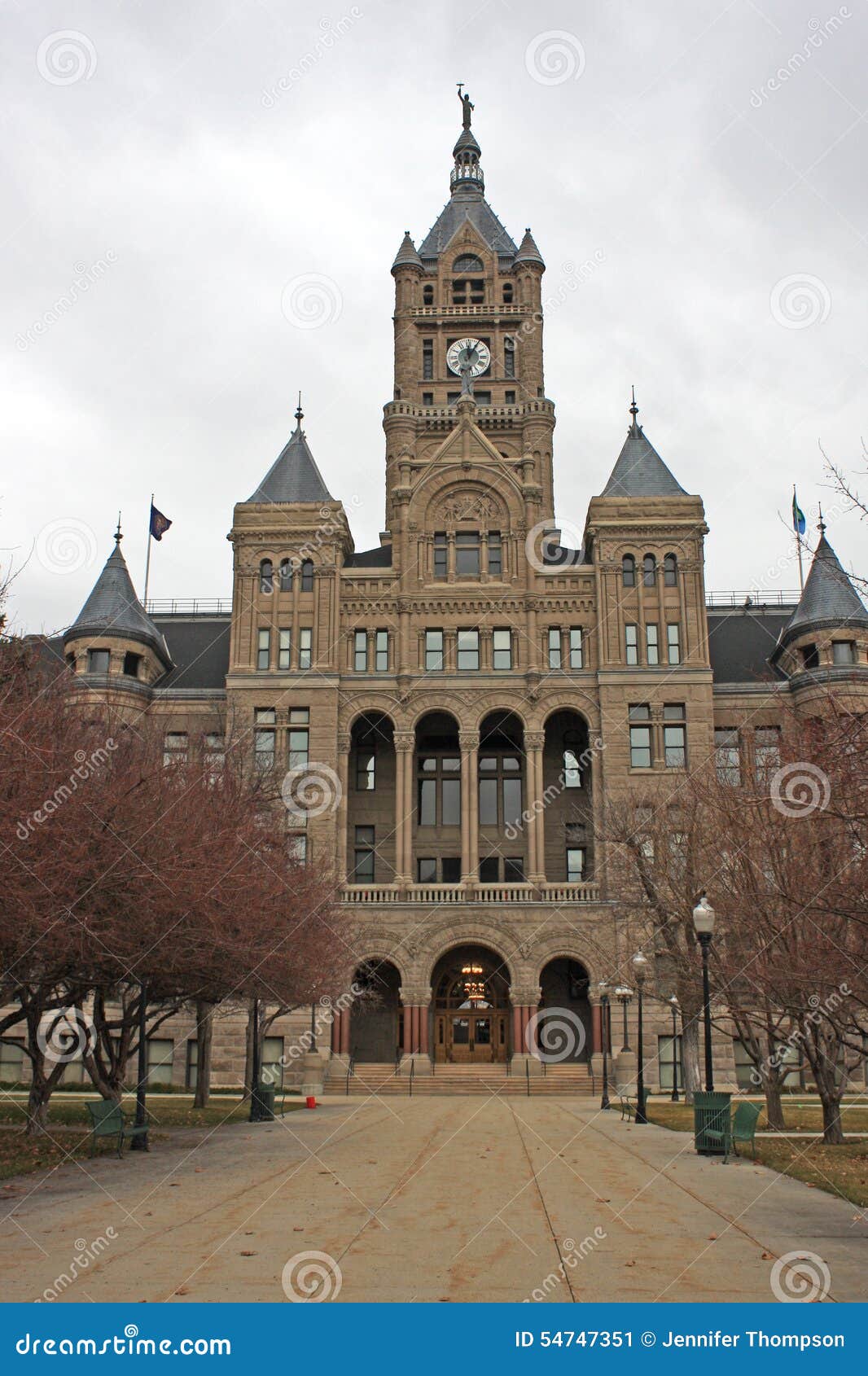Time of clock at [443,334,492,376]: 12:05
